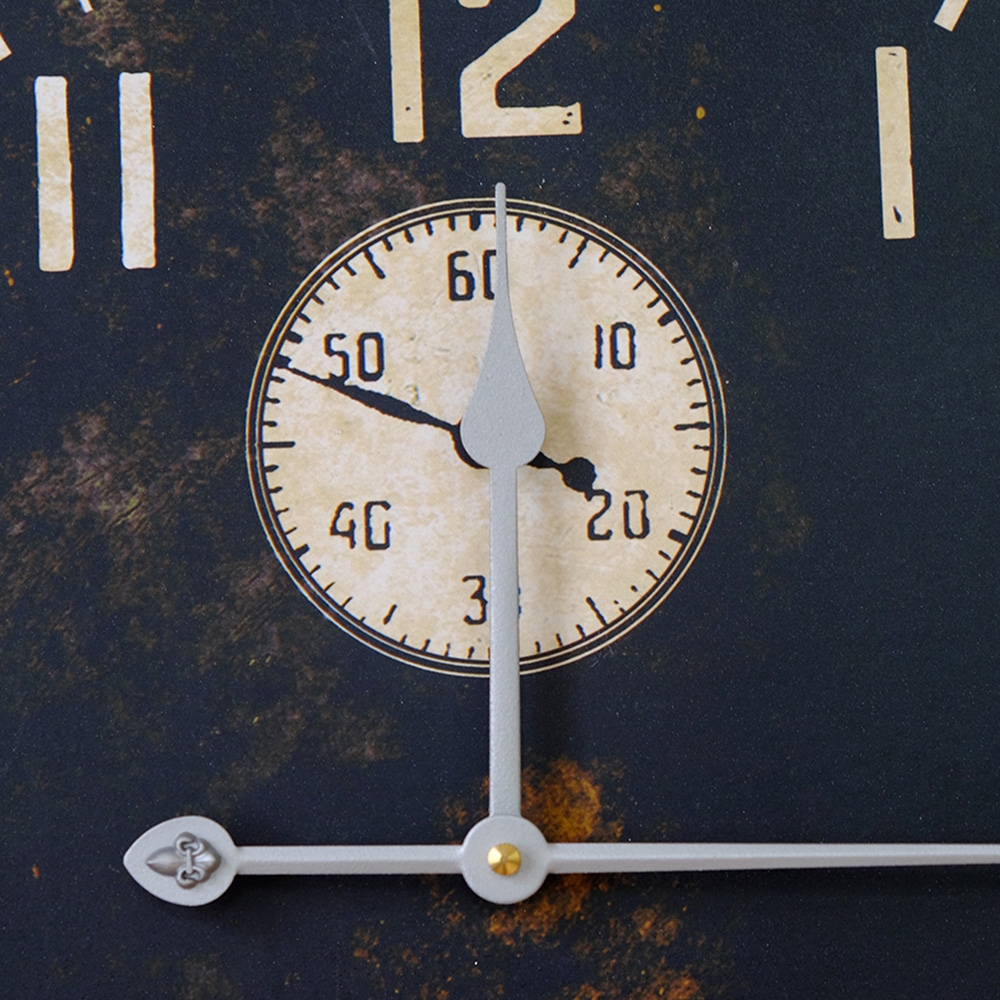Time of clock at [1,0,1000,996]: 3:48
